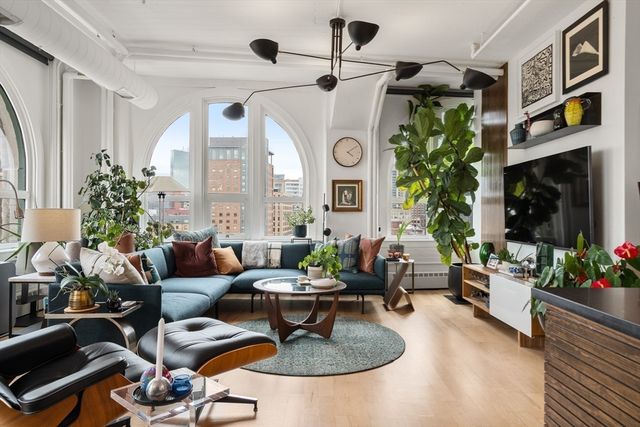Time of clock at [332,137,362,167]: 4:09
